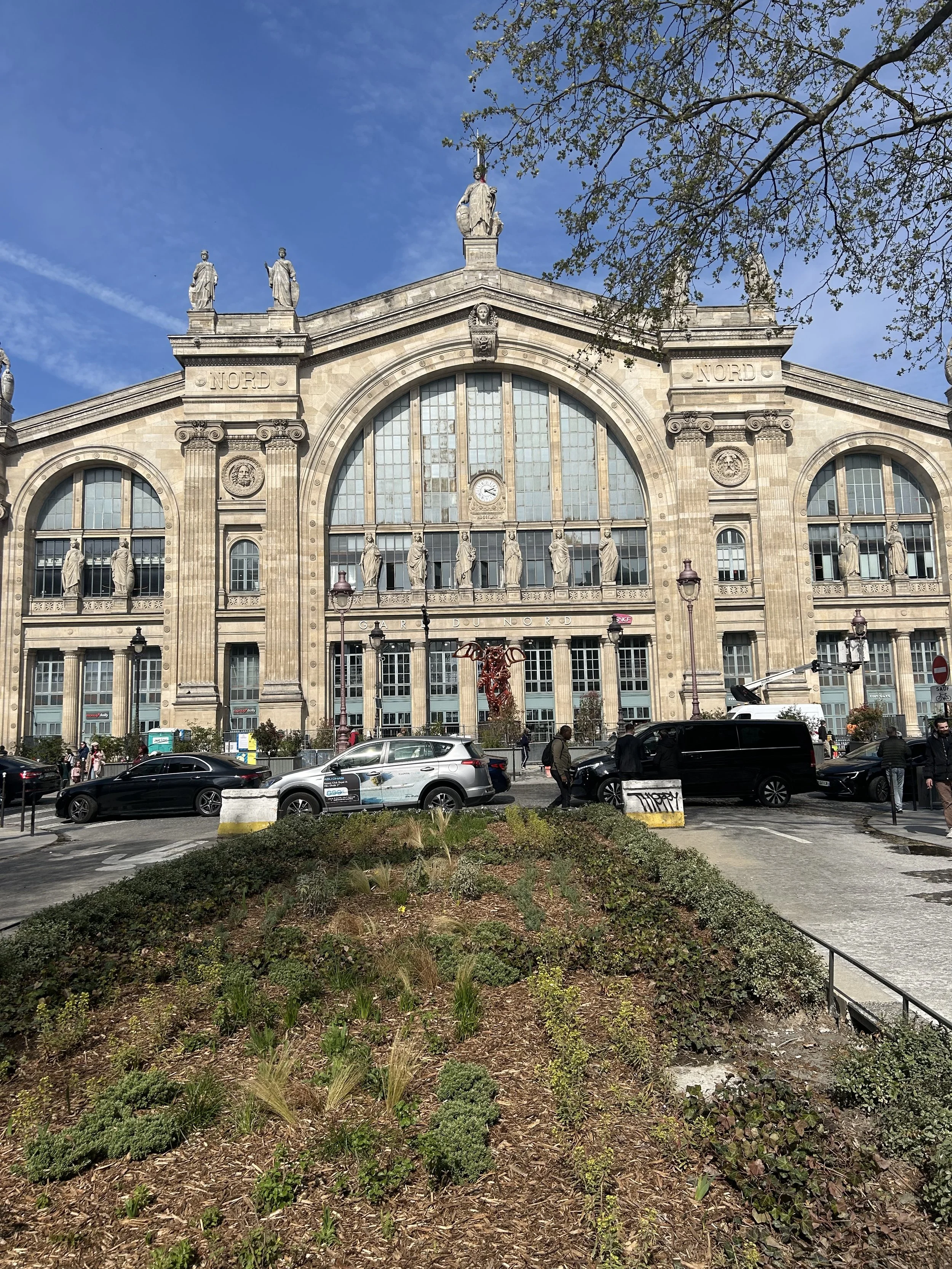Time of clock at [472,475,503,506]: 2:19
